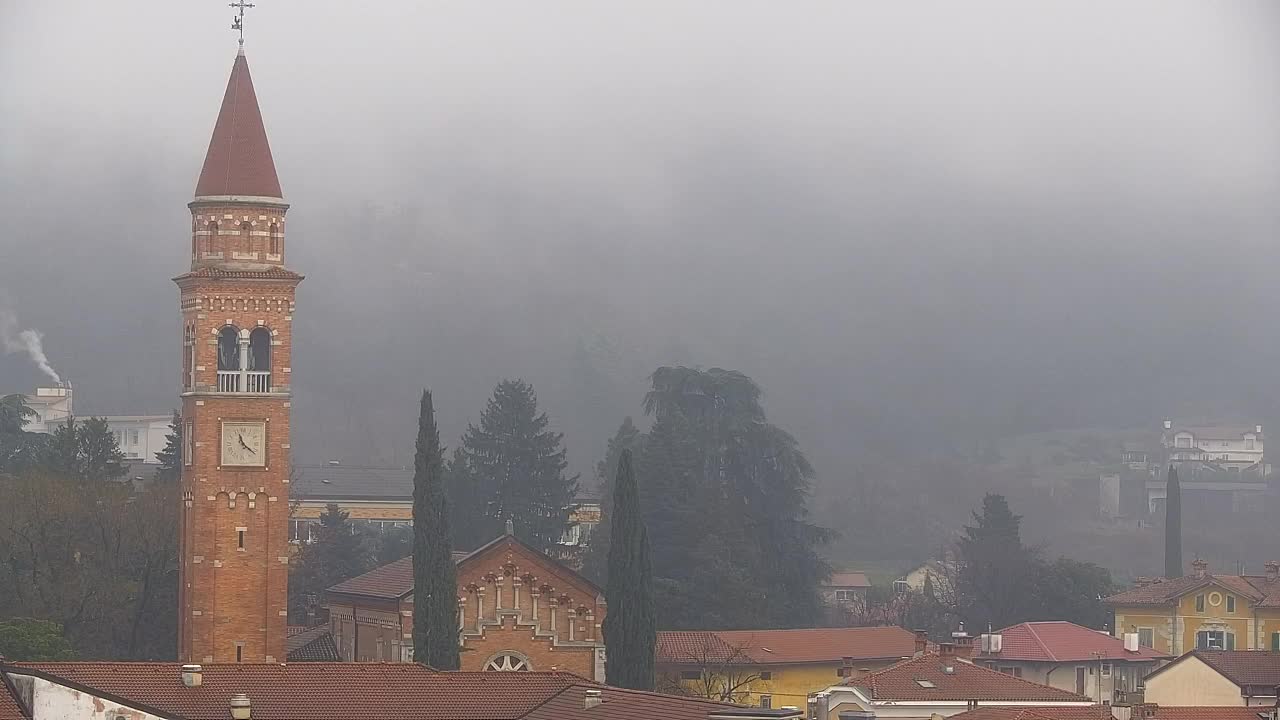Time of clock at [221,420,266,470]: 11:21
